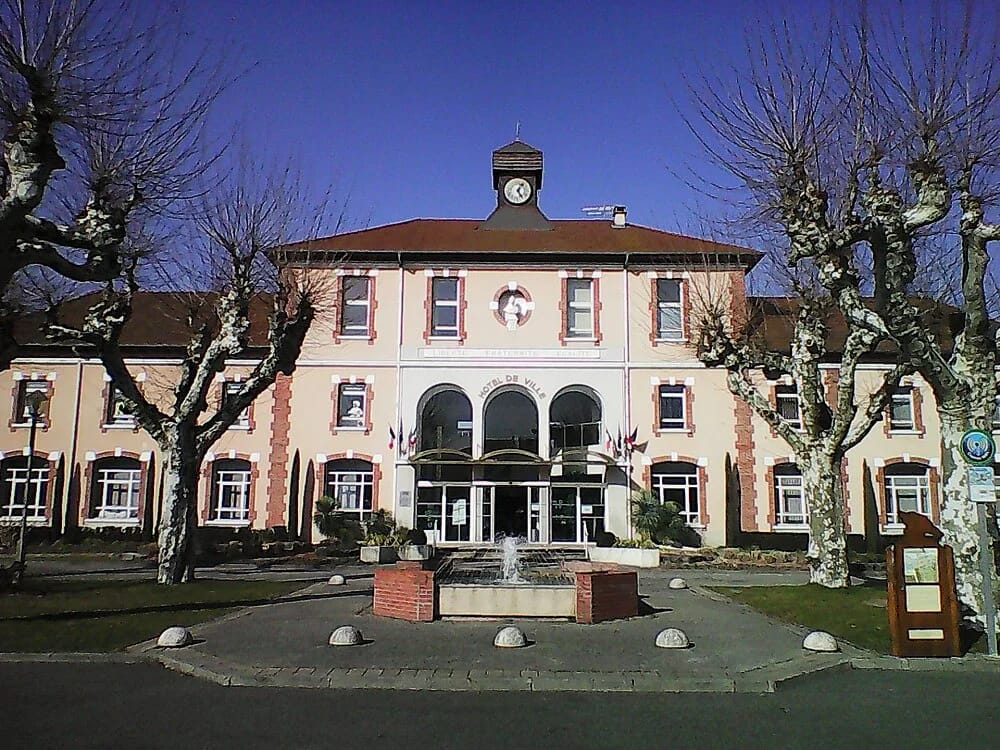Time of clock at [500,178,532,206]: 1:24
